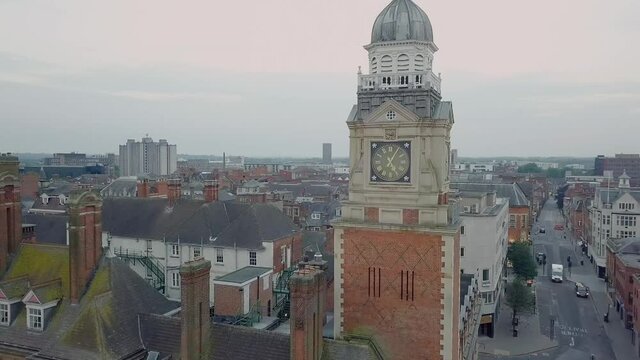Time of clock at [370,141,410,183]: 5:05
